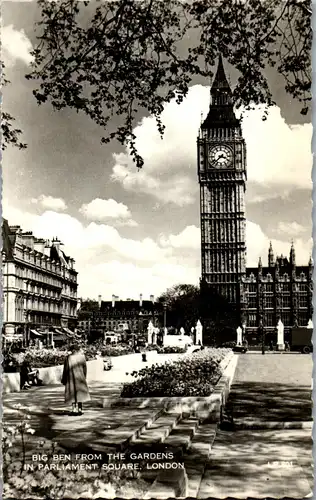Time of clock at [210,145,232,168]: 3:37
